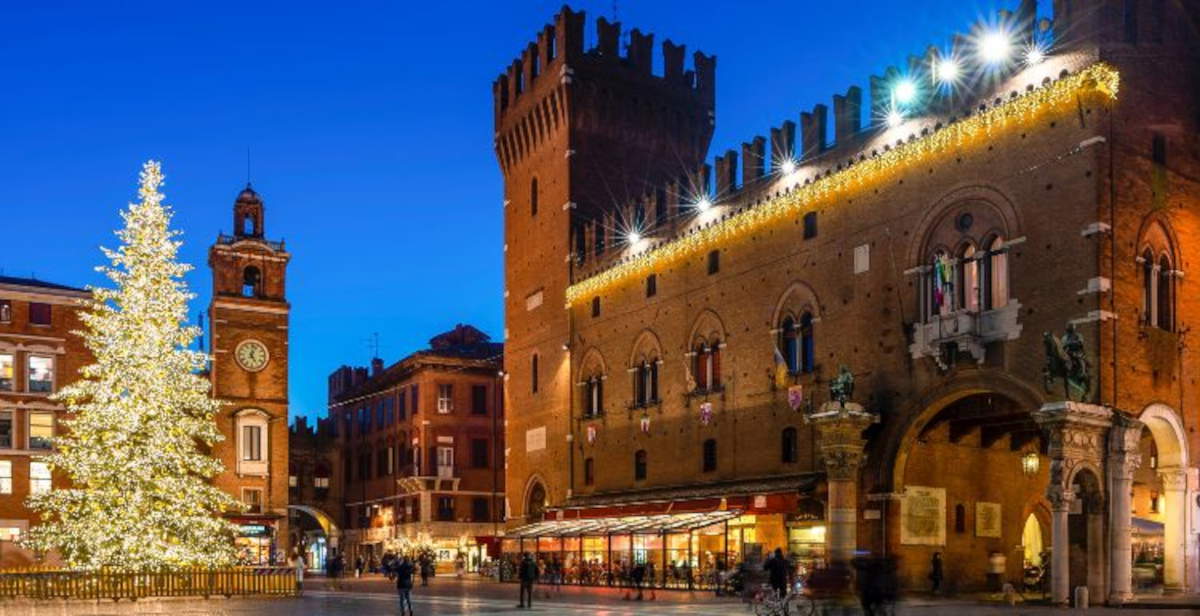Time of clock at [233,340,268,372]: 5:02
